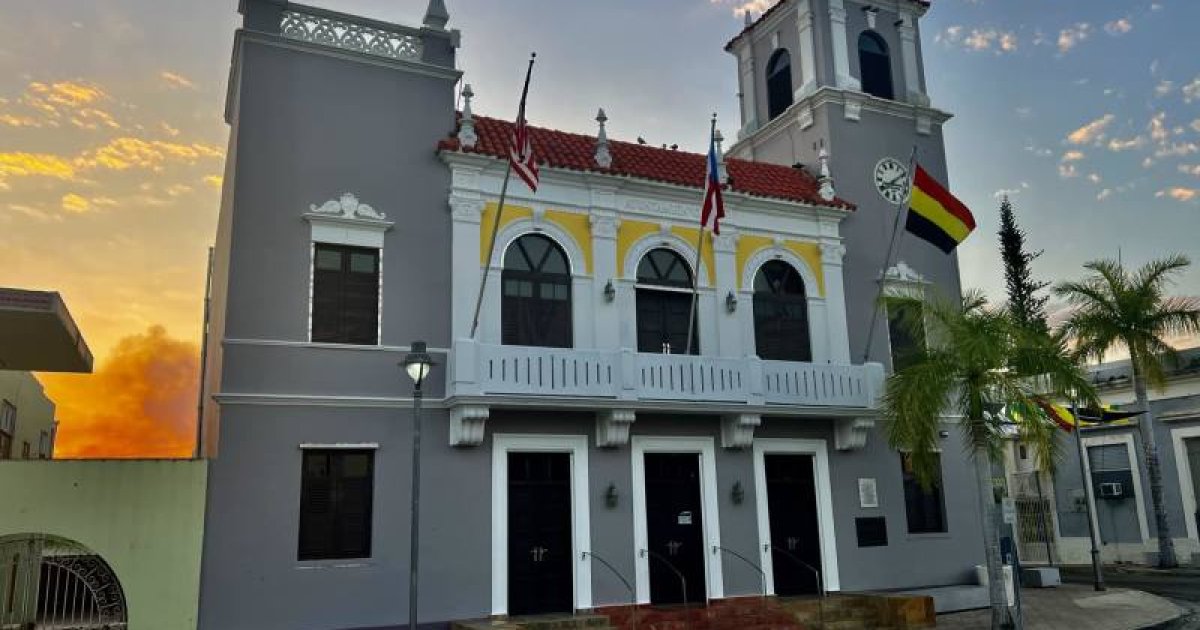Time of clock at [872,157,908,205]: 8:09
